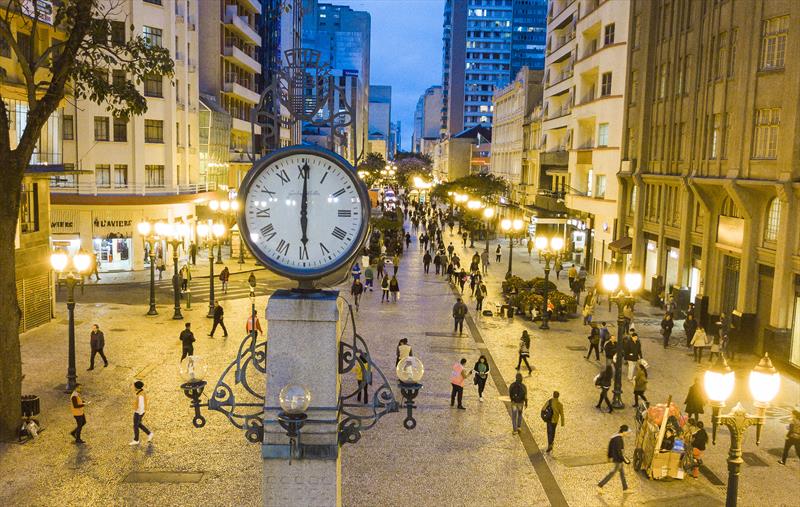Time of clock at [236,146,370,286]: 6:00
